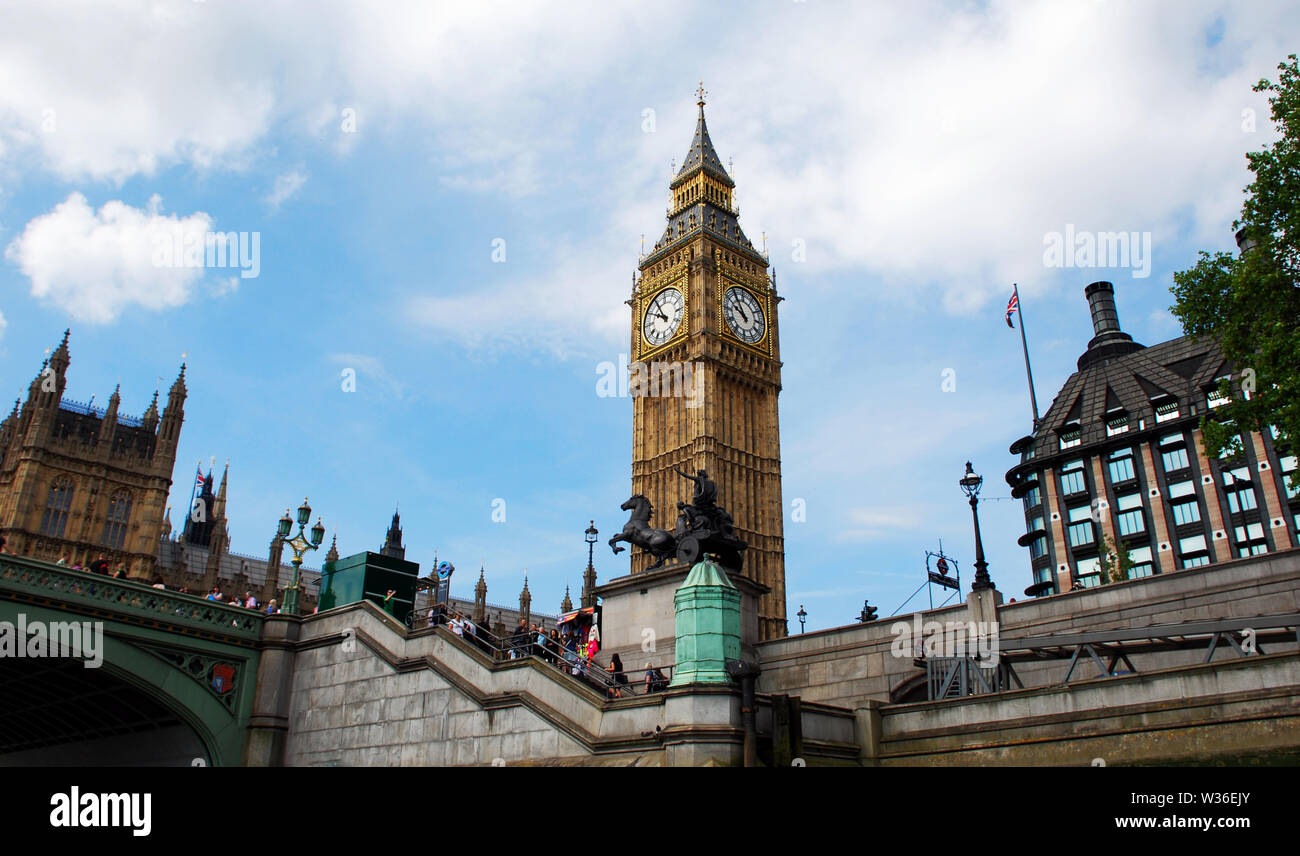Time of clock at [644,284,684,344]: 9:54
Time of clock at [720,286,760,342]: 9:54
